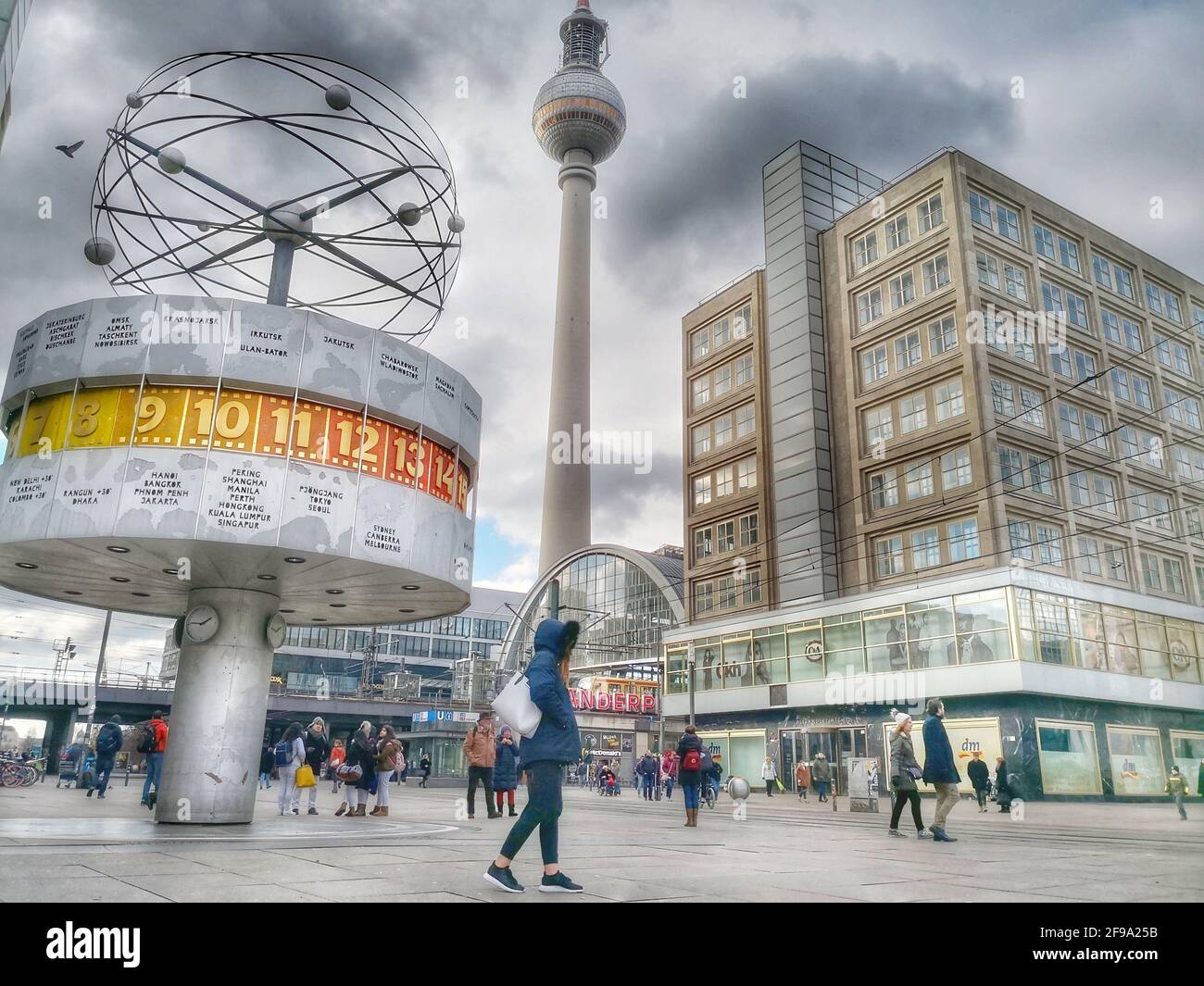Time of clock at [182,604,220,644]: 1:46
